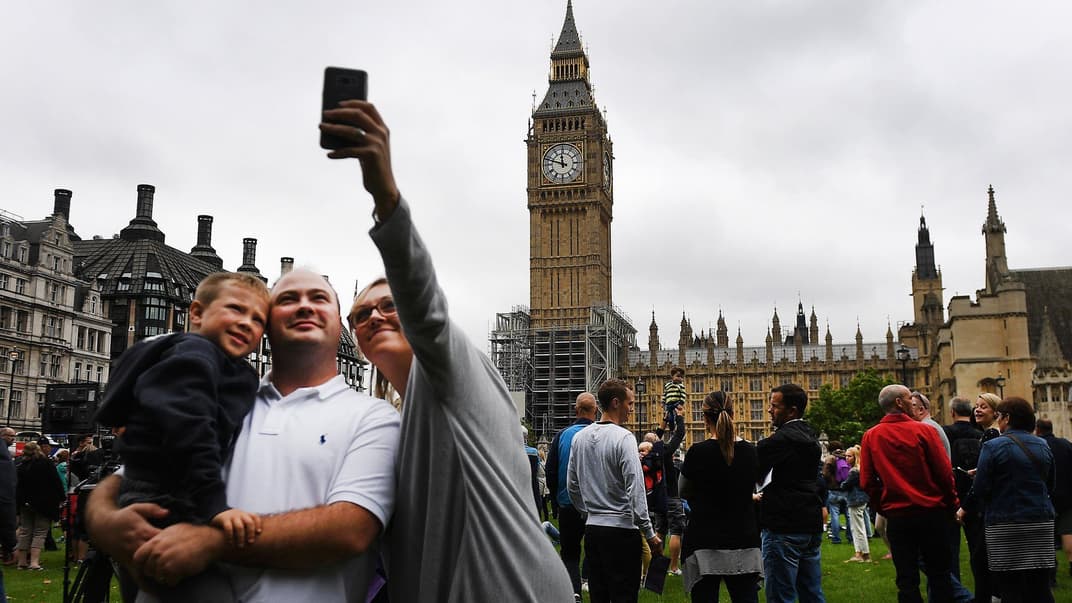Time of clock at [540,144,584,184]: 11:47
